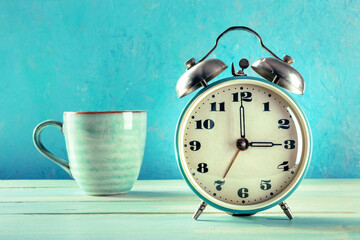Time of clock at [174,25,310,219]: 3:00
